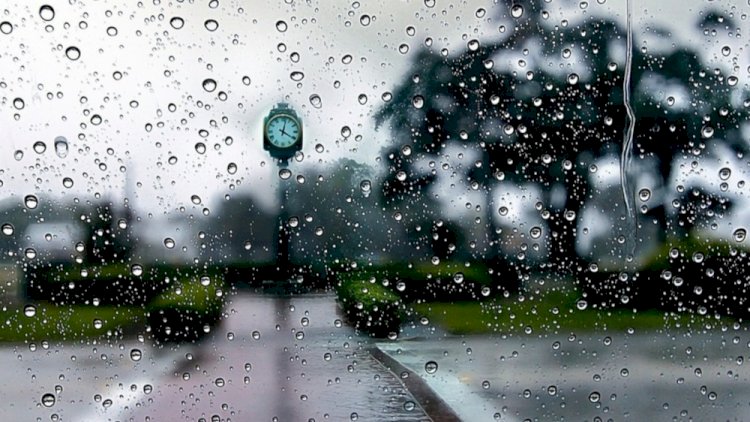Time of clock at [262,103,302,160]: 4:02
